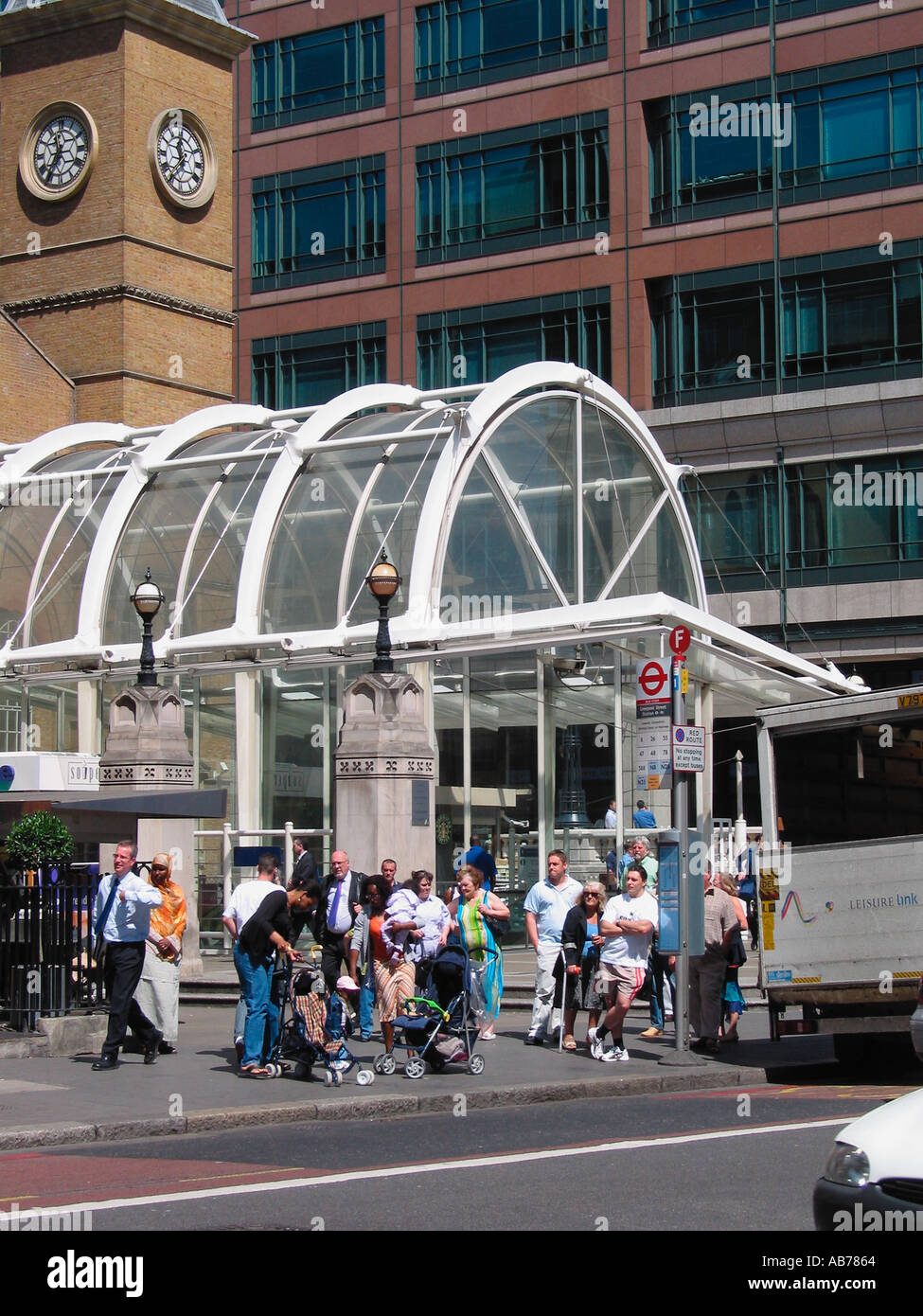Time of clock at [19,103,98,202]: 11:35
